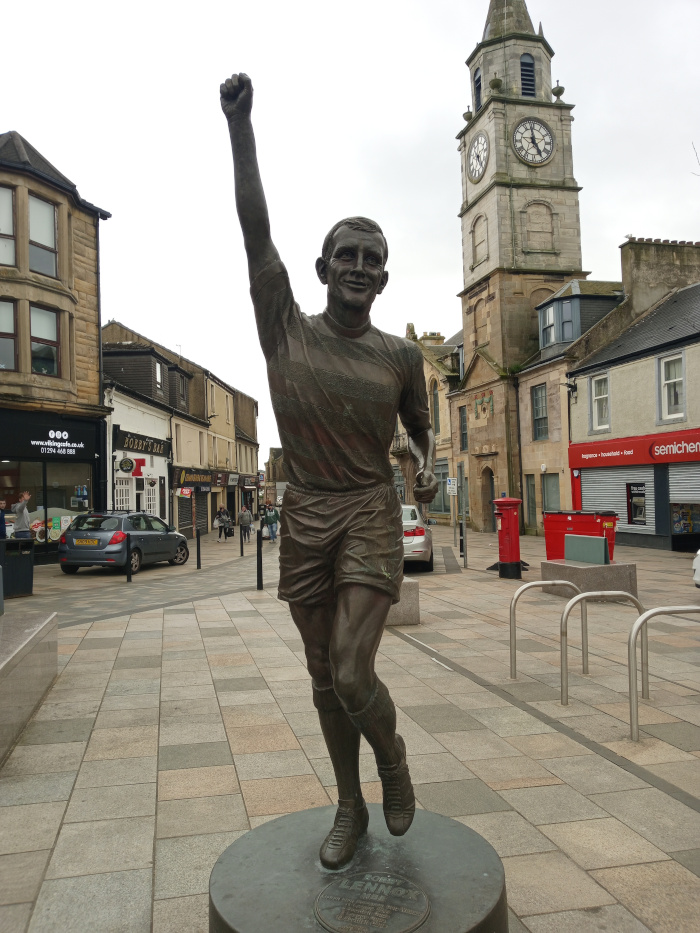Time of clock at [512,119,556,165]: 4:58
